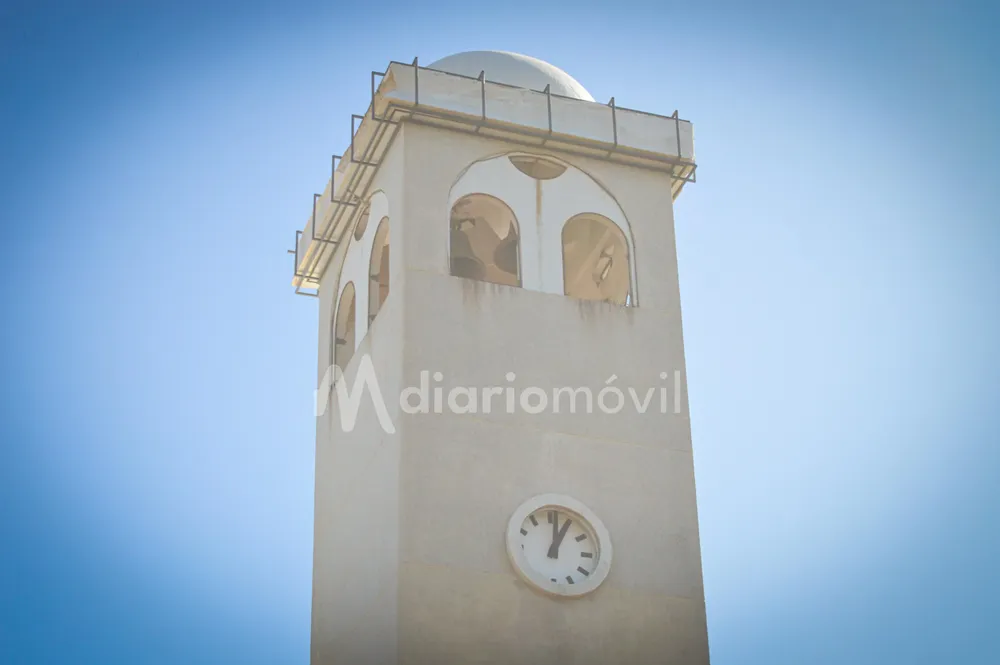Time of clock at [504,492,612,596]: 1:01
